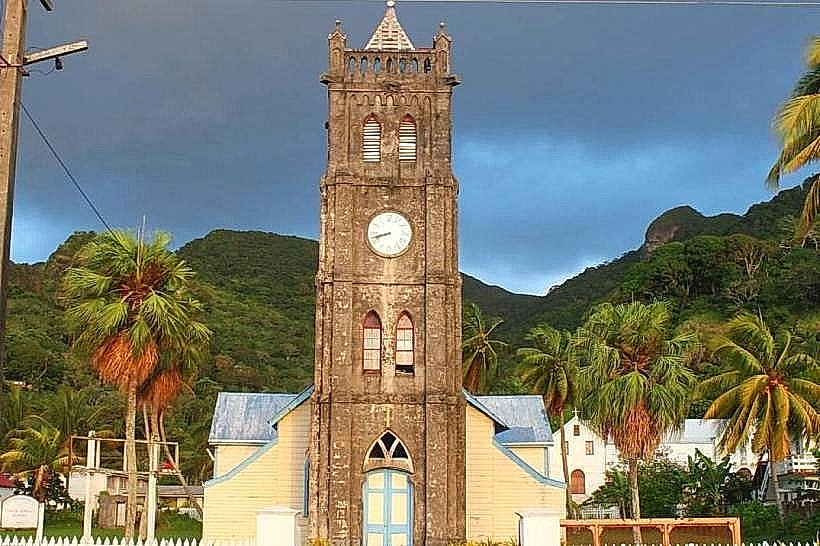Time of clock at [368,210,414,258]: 8:42
